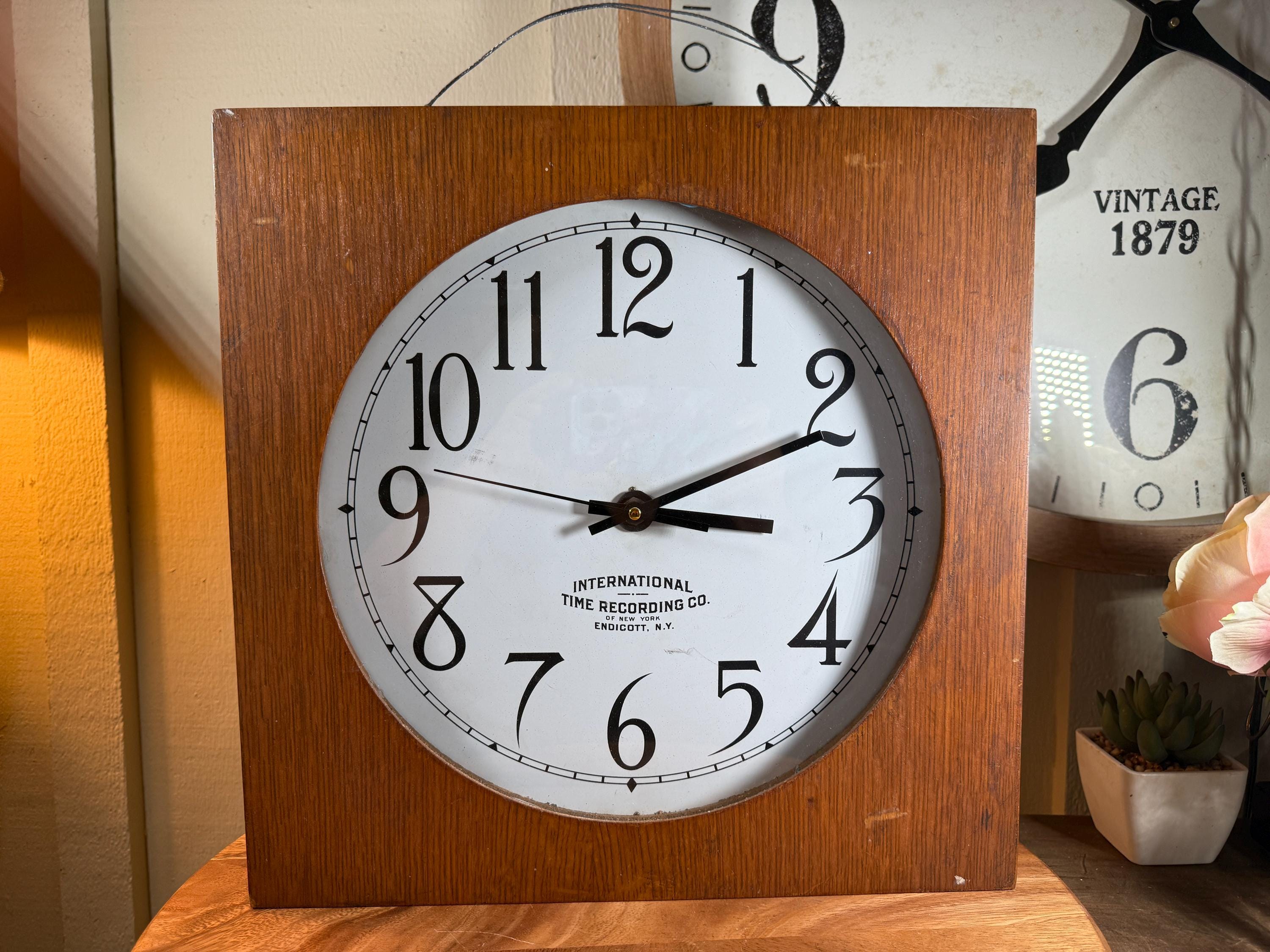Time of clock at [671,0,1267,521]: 3:11
